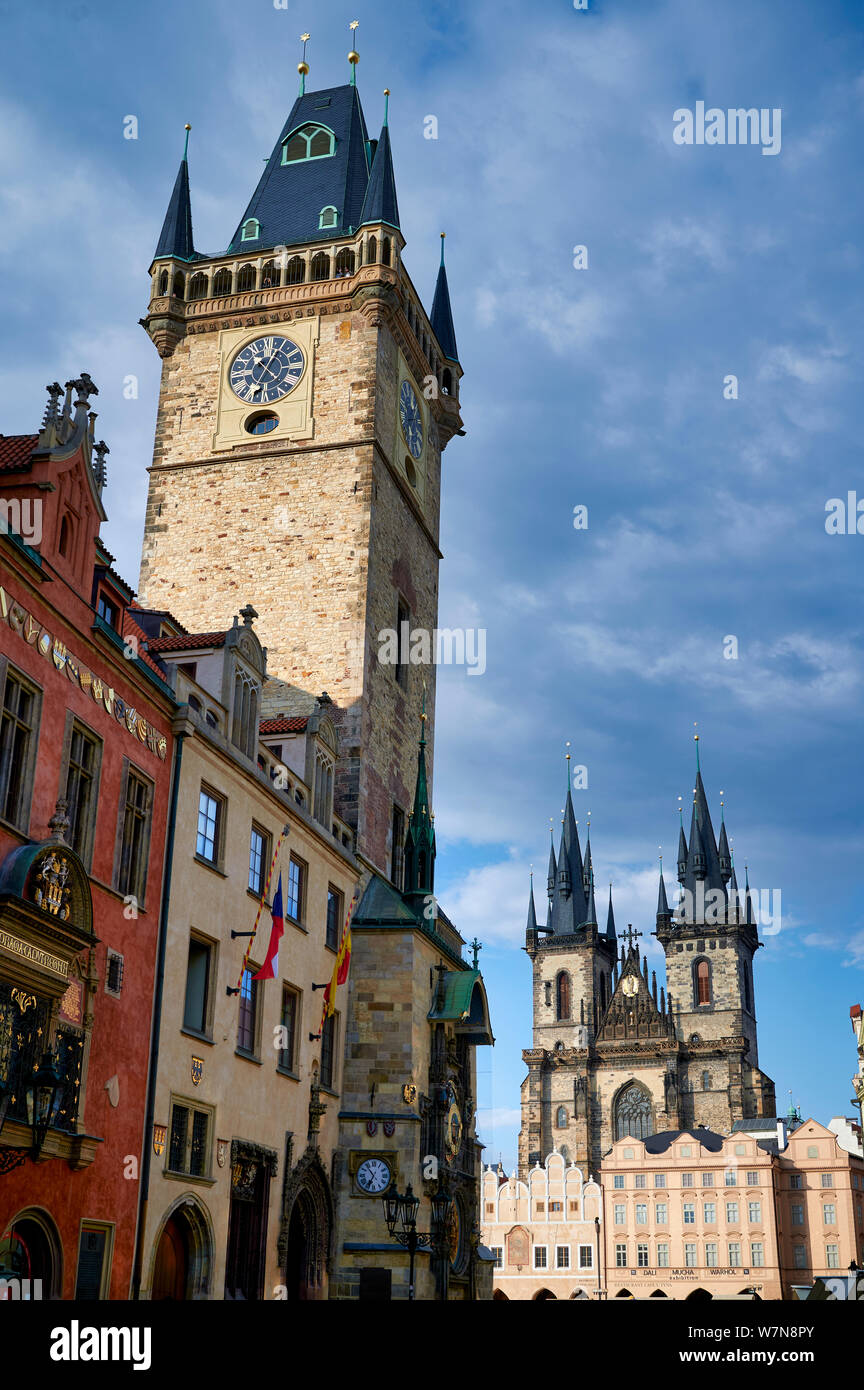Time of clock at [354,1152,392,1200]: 6:53
